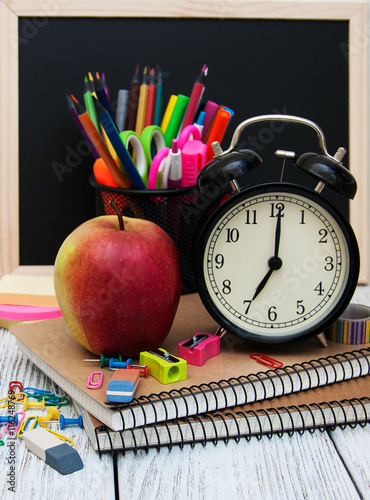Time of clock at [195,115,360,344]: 7:00
